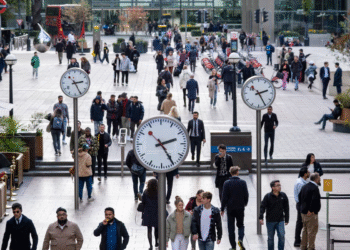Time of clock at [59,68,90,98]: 2:25
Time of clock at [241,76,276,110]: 2:25
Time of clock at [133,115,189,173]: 2:24
